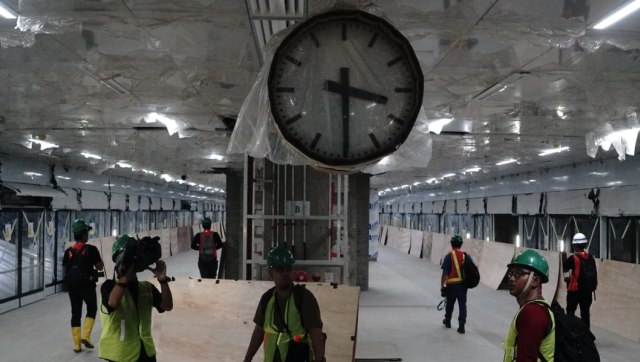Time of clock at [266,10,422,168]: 3:29
